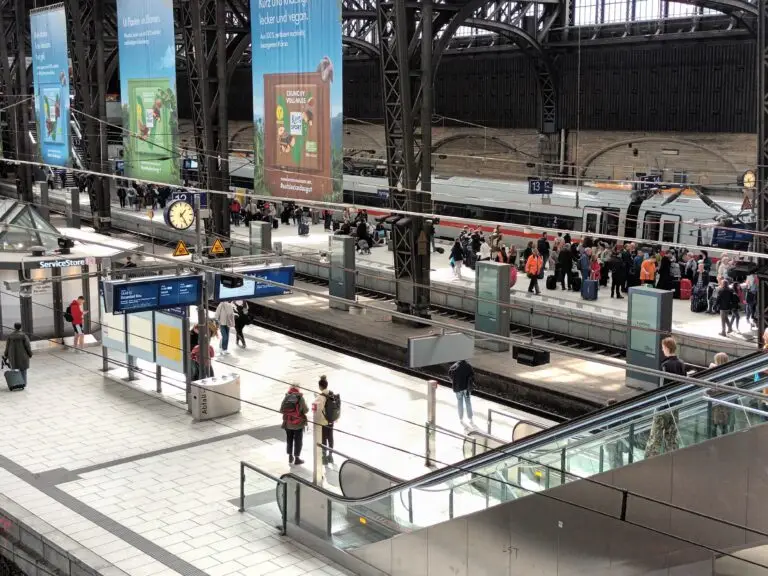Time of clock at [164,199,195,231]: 1:24
